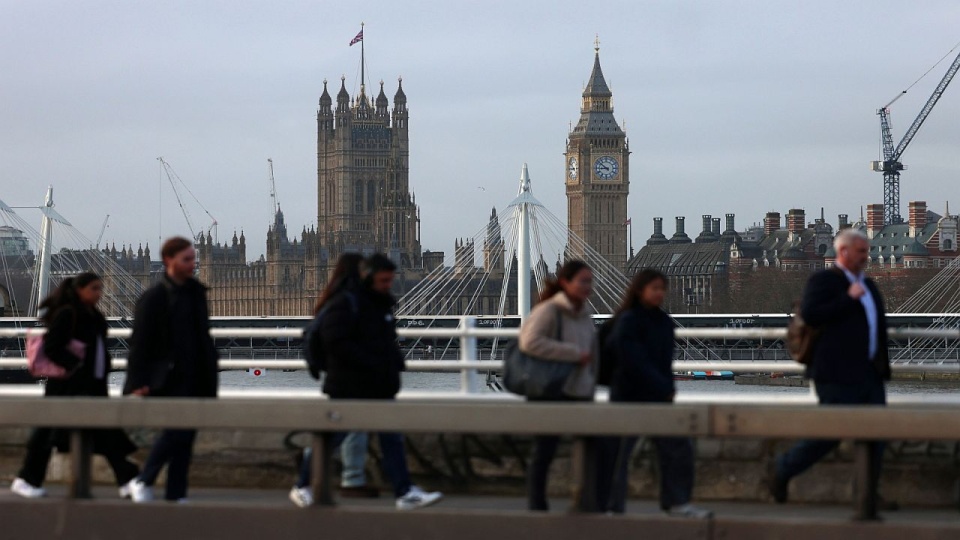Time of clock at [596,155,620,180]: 8:51
